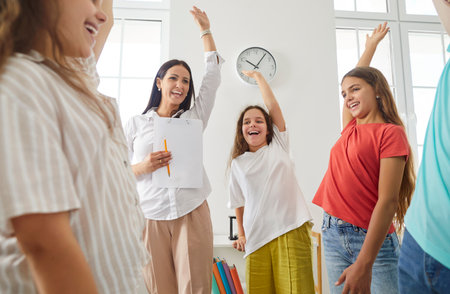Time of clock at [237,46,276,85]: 10:06
